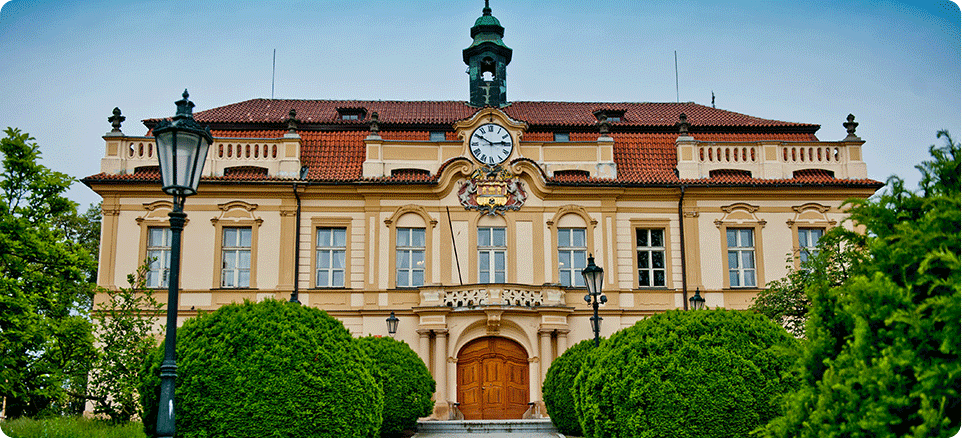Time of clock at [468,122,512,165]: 2:50
